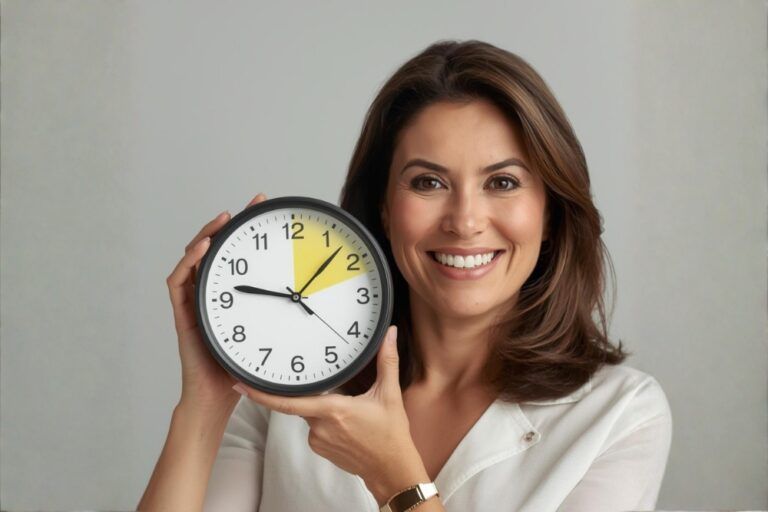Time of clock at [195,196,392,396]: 9:07
